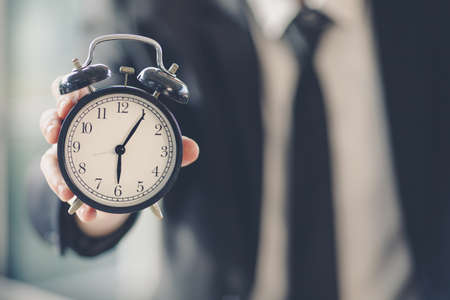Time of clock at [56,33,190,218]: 6:05
